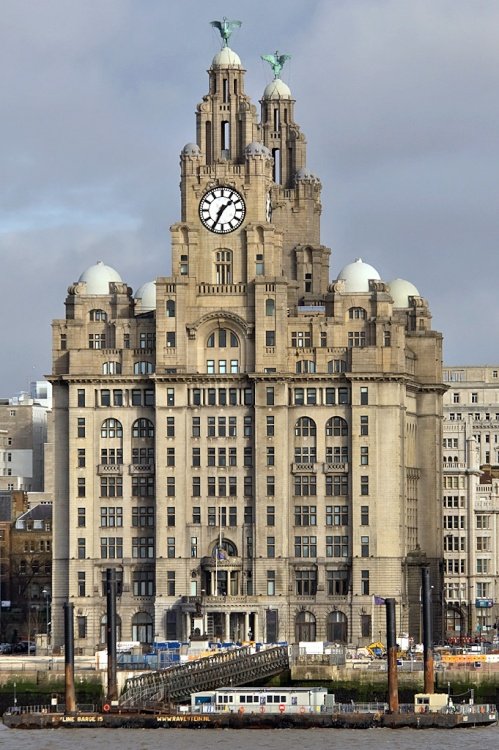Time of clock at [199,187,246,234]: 1:34
